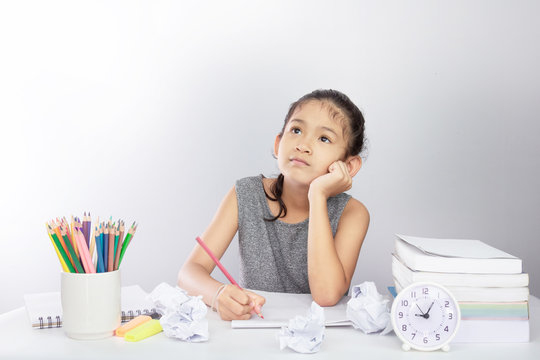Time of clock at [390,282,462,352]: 9:05
